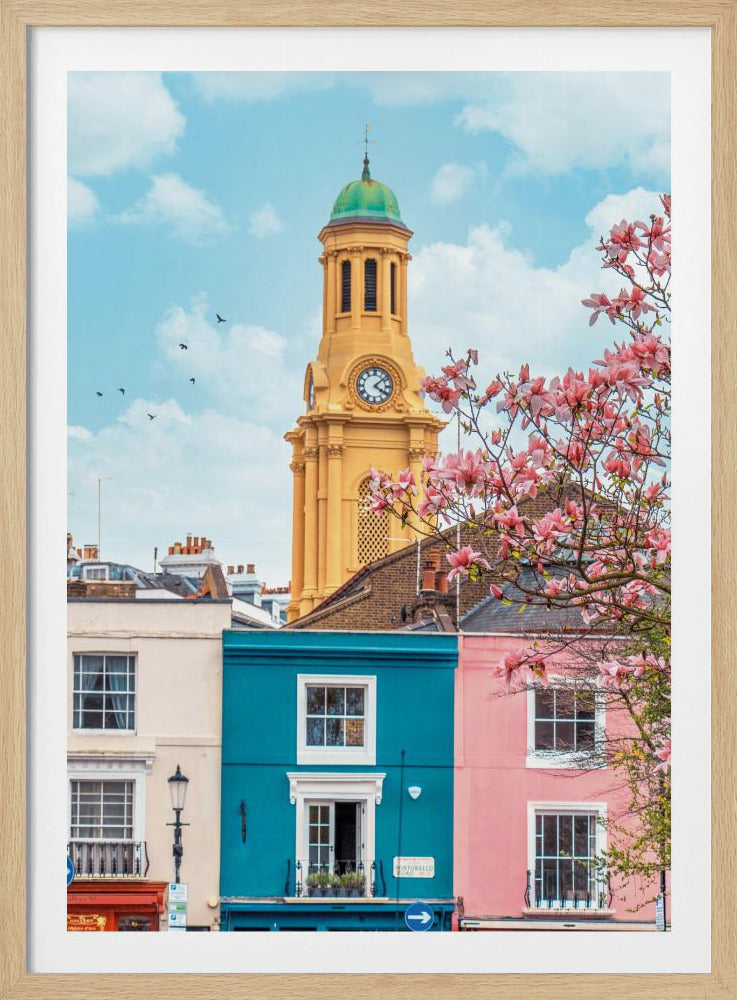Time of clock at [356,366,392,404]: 4:08
